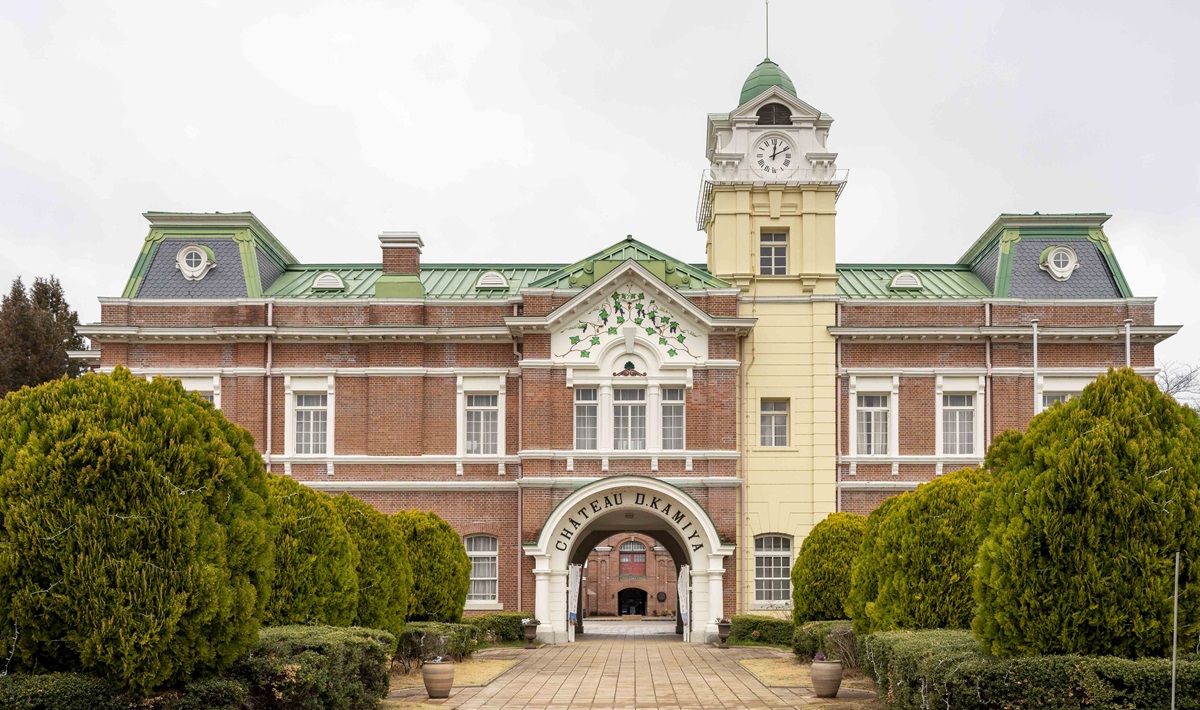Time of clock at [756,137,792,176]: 12:10
